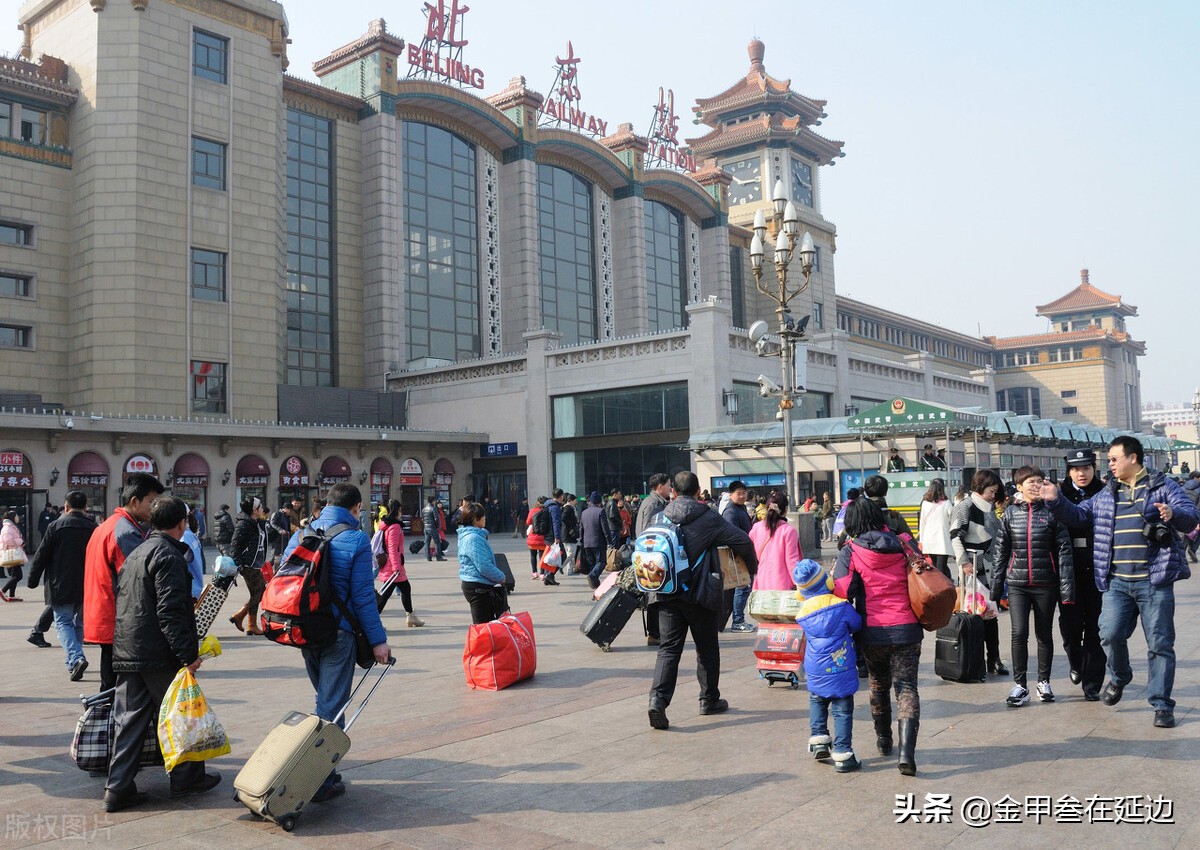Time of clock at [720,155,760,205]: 10:15
